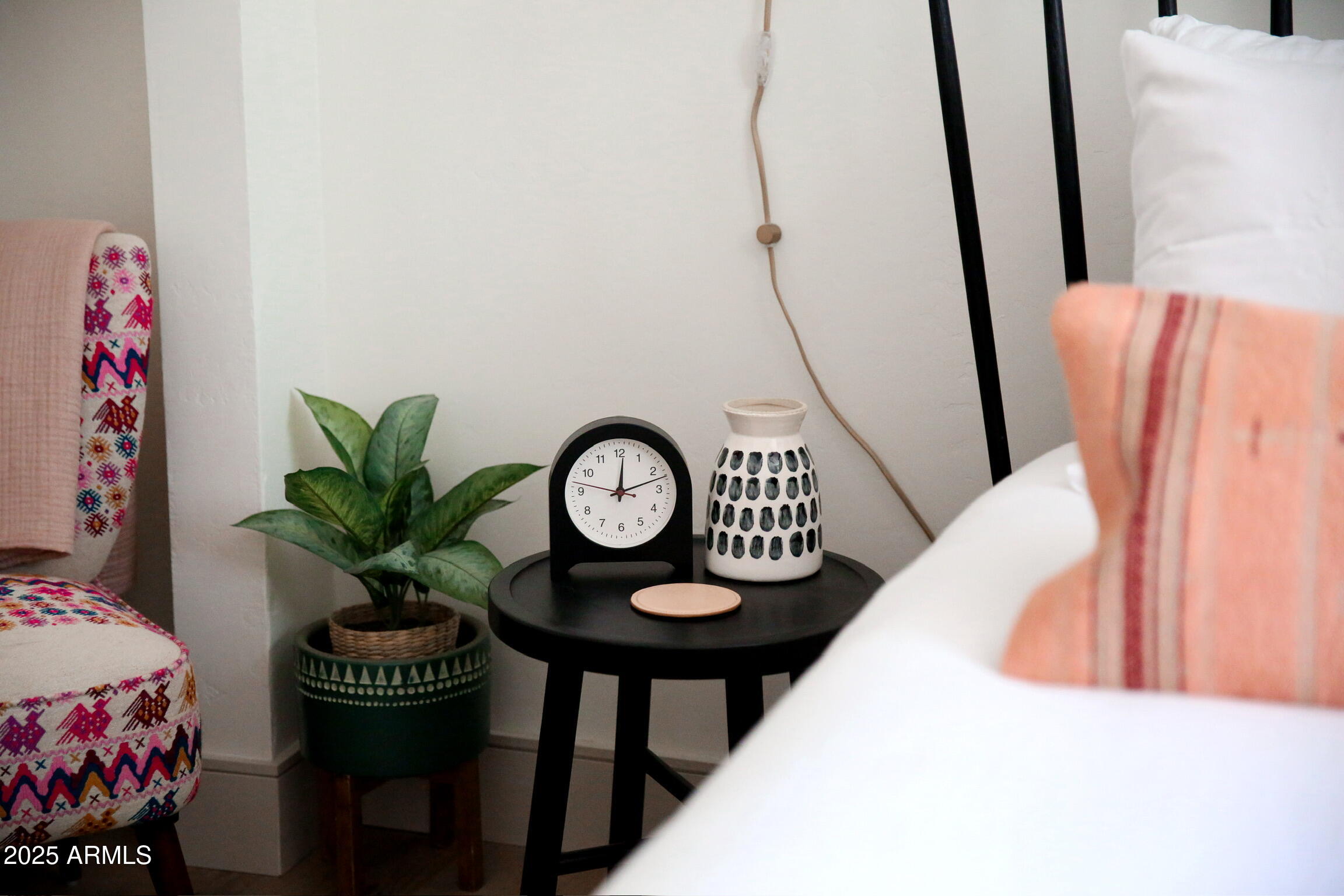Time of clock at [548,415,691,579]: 12:11
